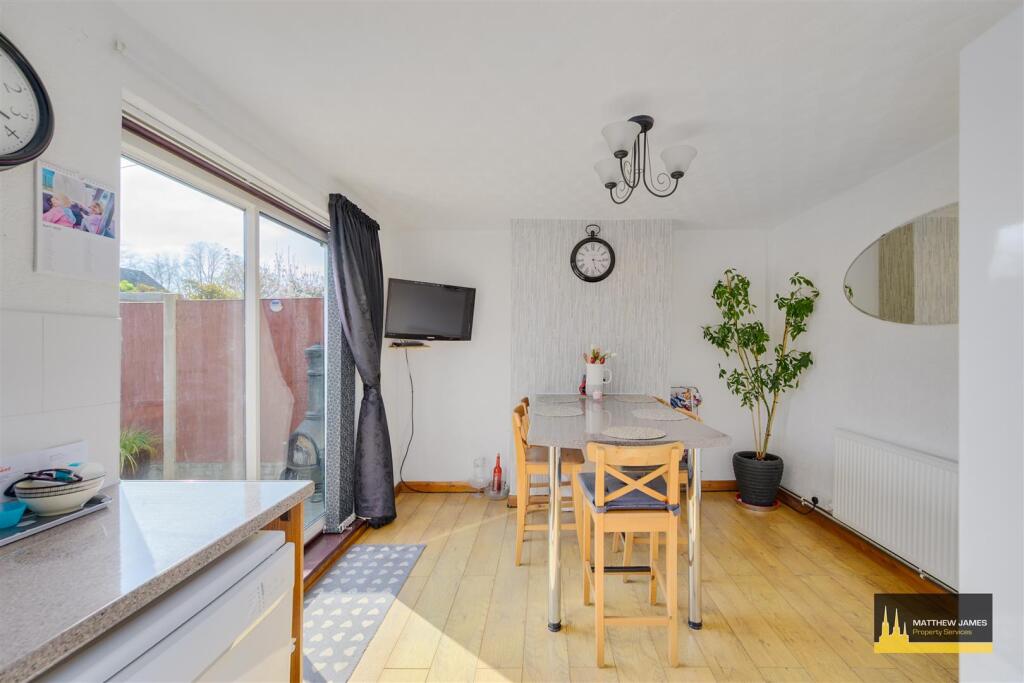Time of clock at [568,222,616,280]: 3:27
